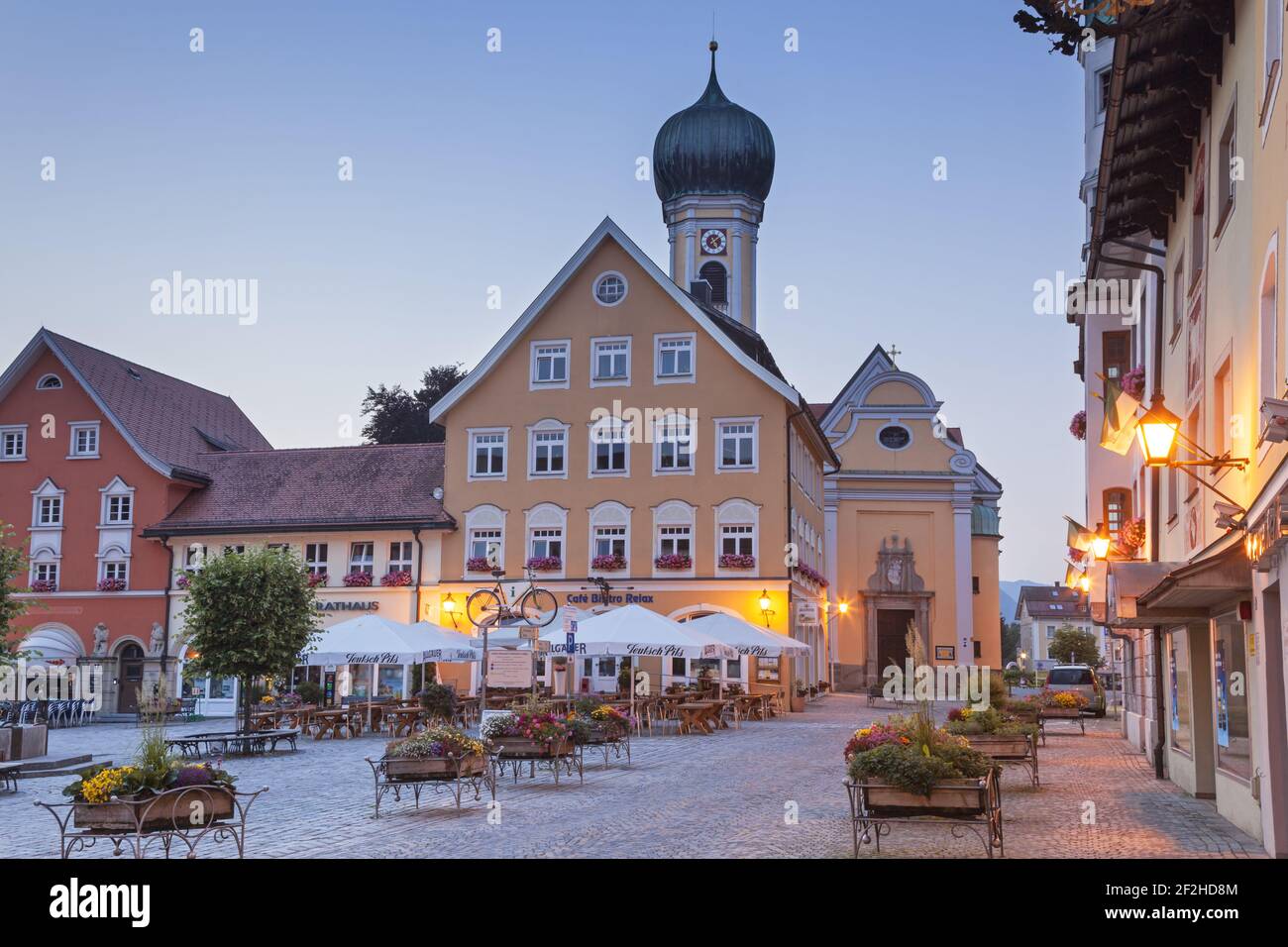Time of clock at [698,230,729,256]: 5:08
